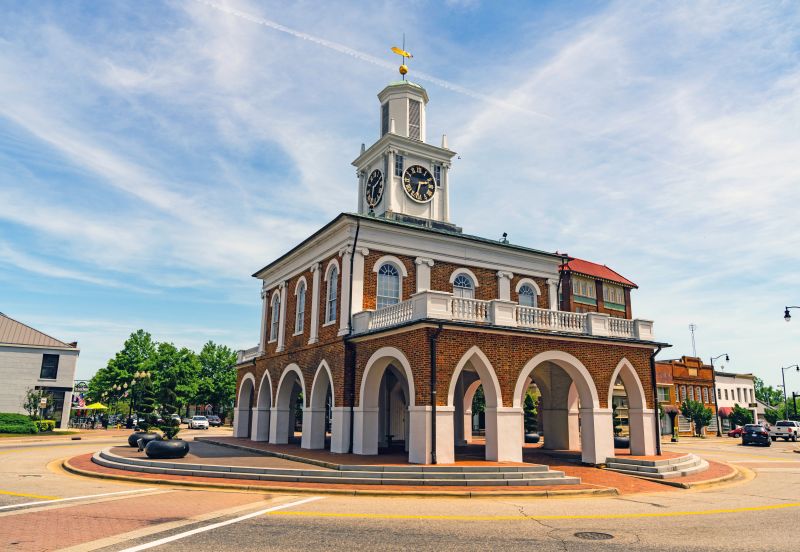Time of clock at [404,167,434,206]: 2:33
